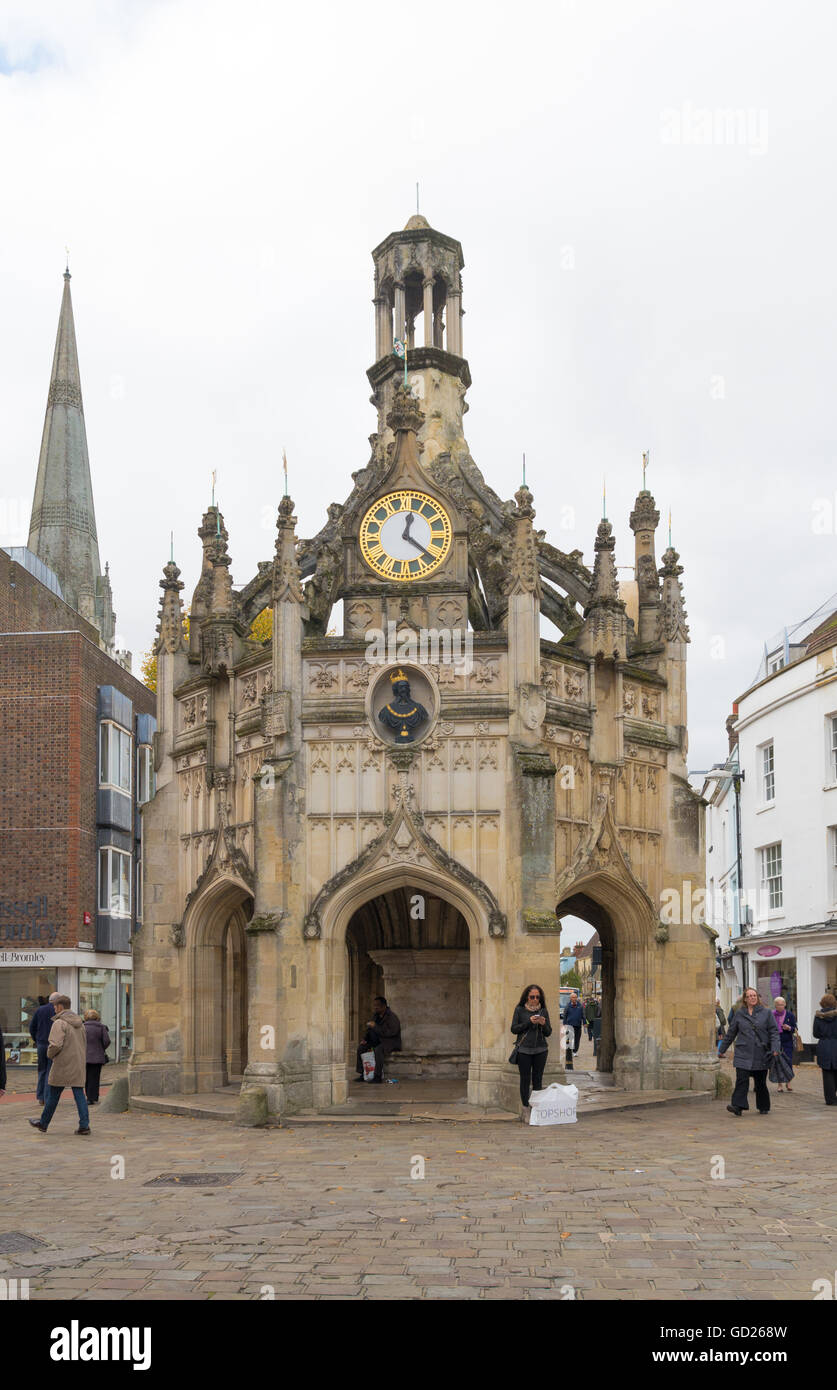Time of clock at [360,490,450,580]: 12:20
